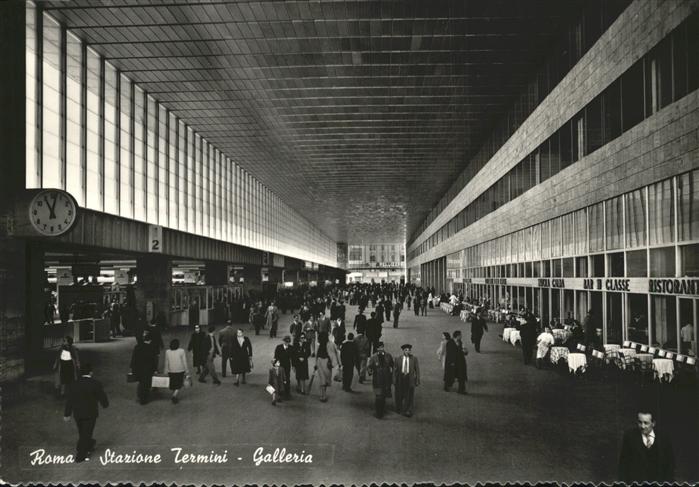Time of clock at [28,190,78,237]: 11:02
